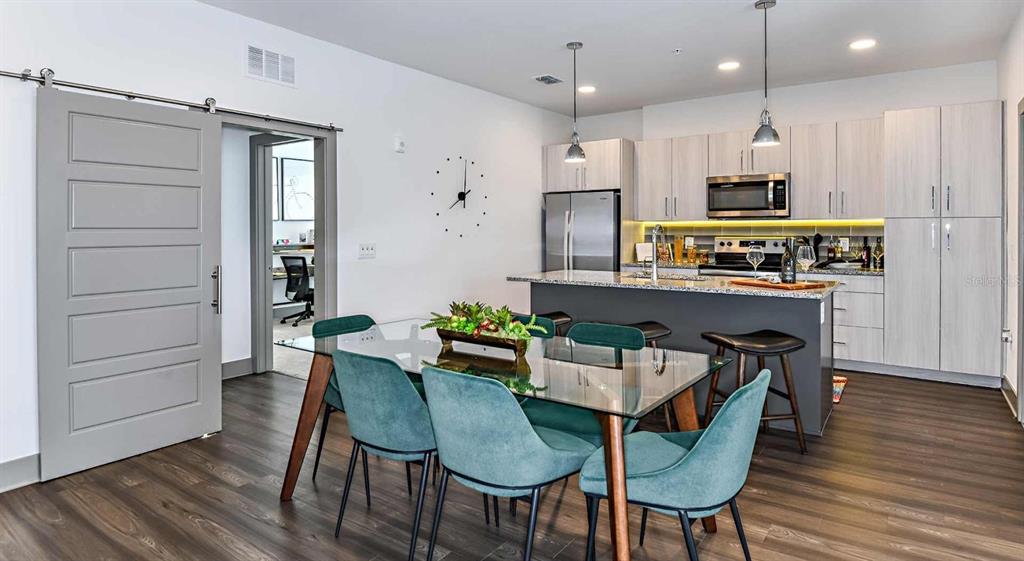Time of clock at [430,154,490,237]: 8:01
